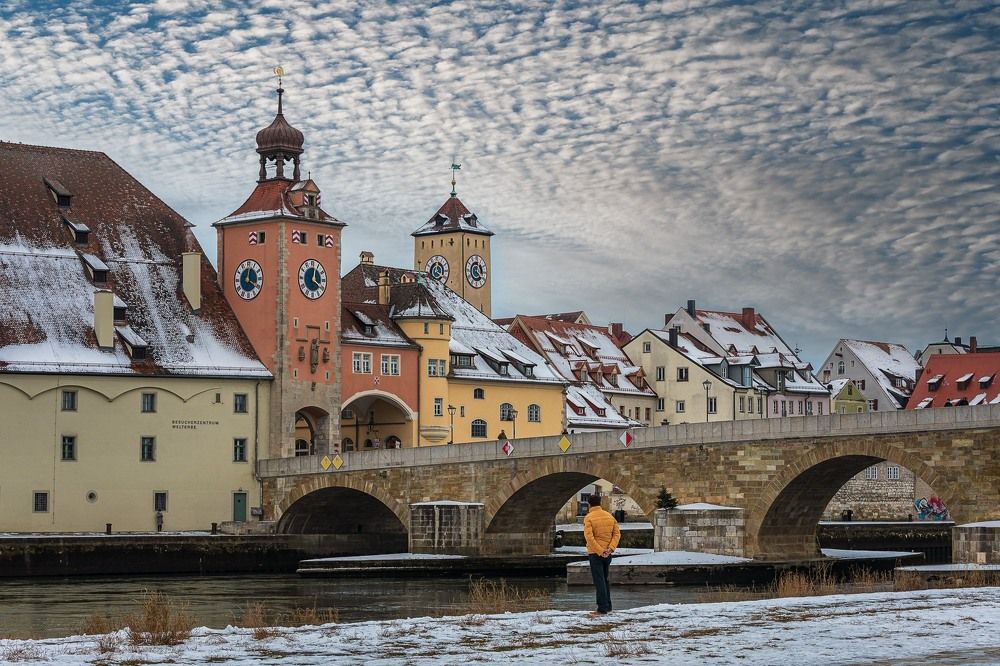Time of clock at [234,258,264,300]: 12:20
